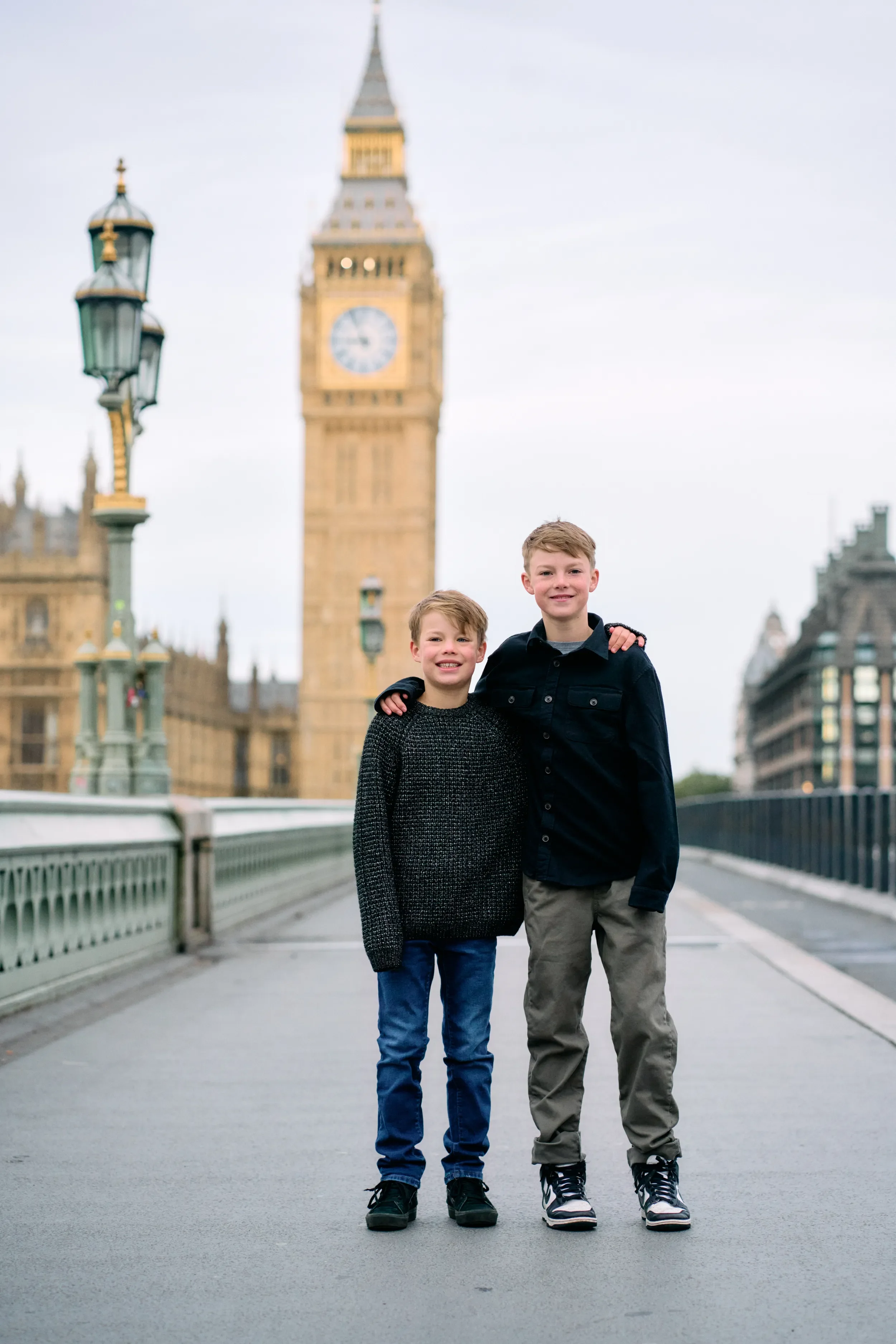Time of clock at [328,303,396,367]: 8:56
